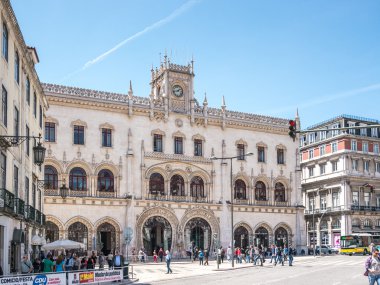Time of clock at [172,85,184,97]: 1:42
